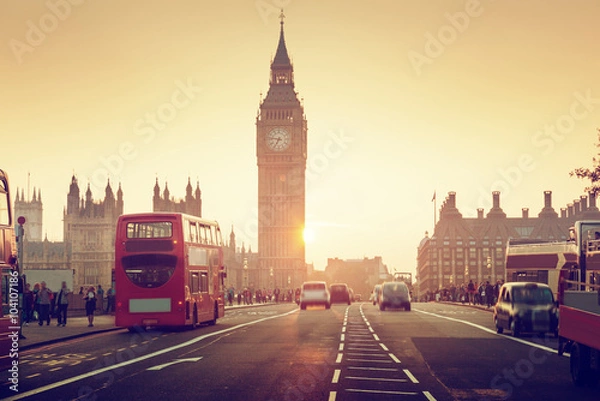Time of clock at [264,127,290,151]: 6:46
